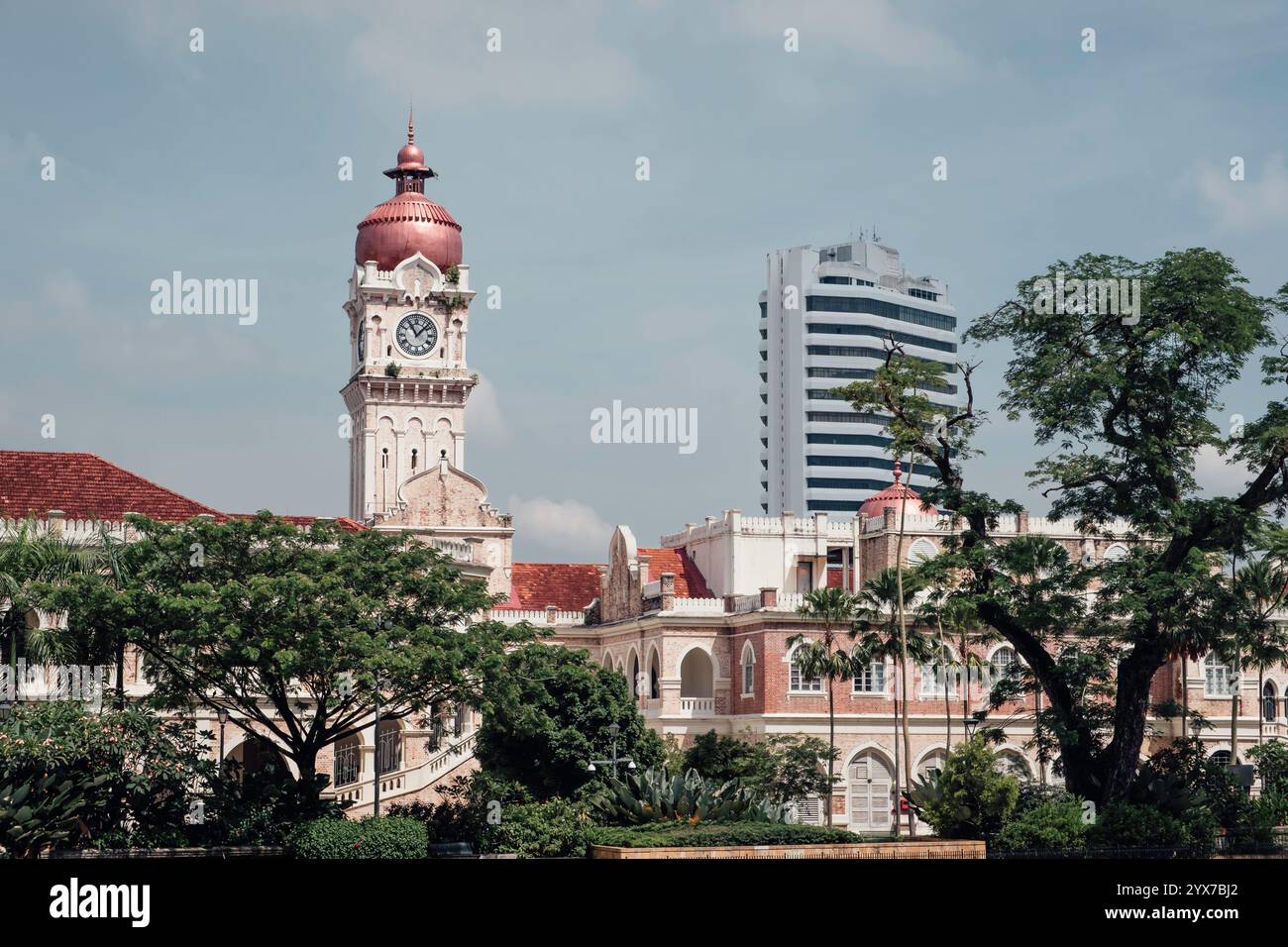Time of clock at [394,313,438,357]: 11:07
